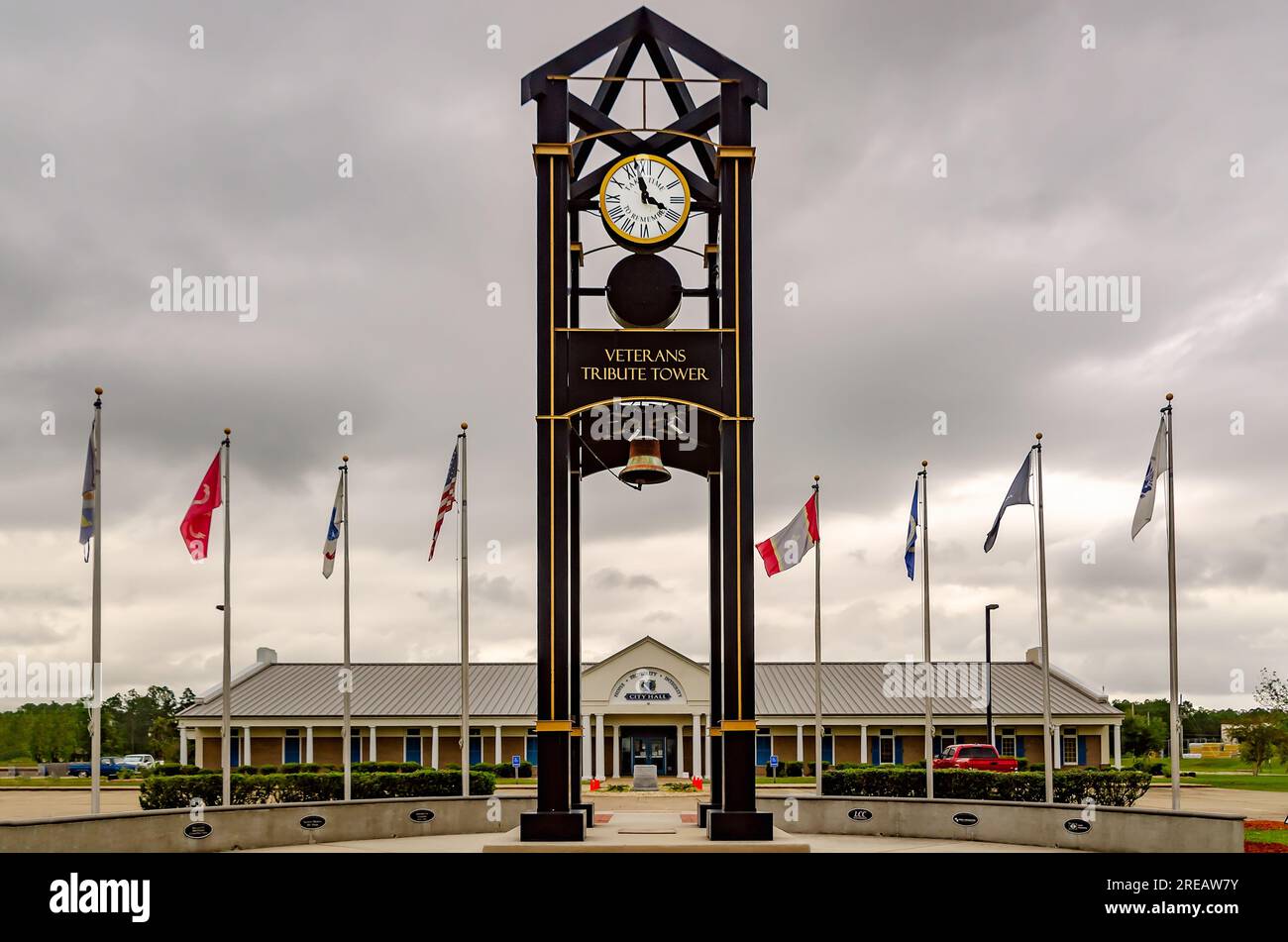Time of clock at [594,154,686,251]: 3:57
